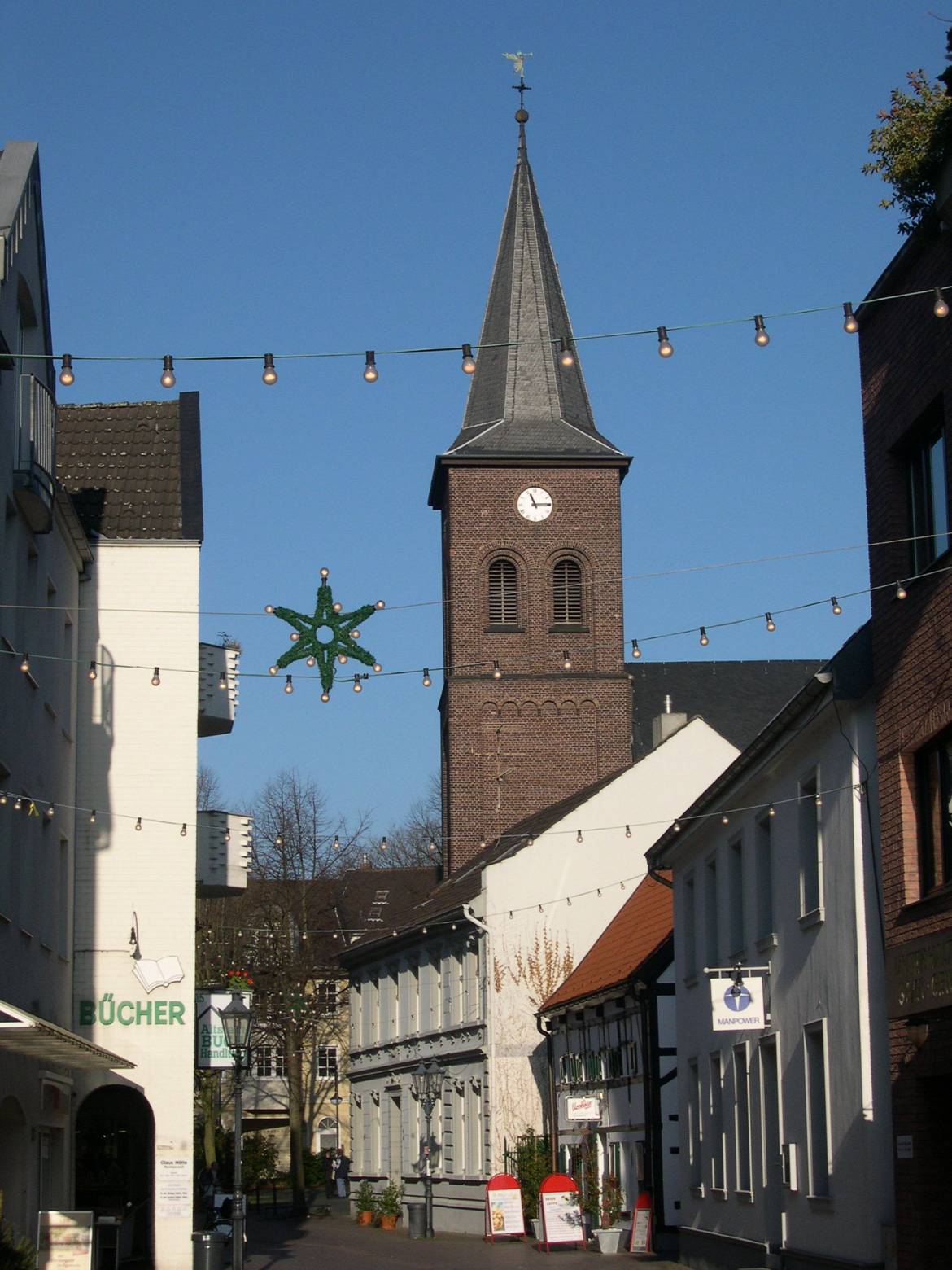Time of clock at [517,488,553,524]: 11:15
